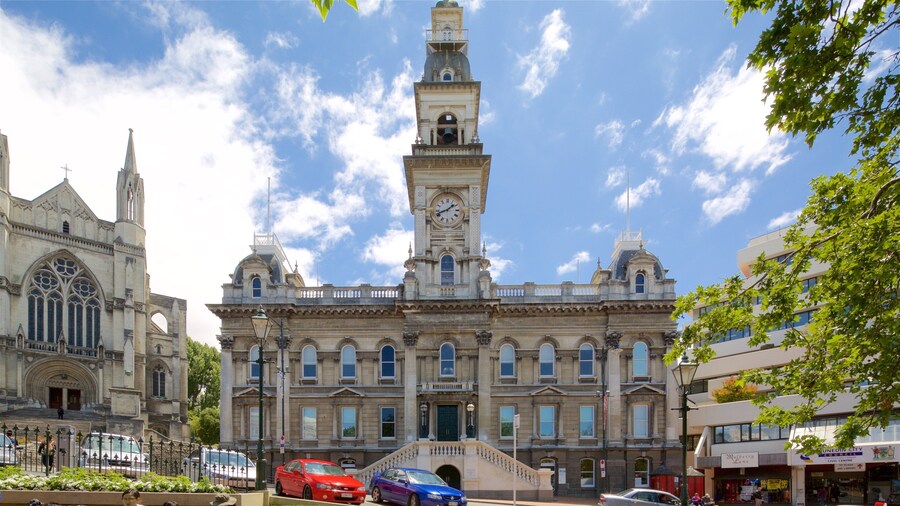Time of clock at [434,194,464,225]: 1:41
